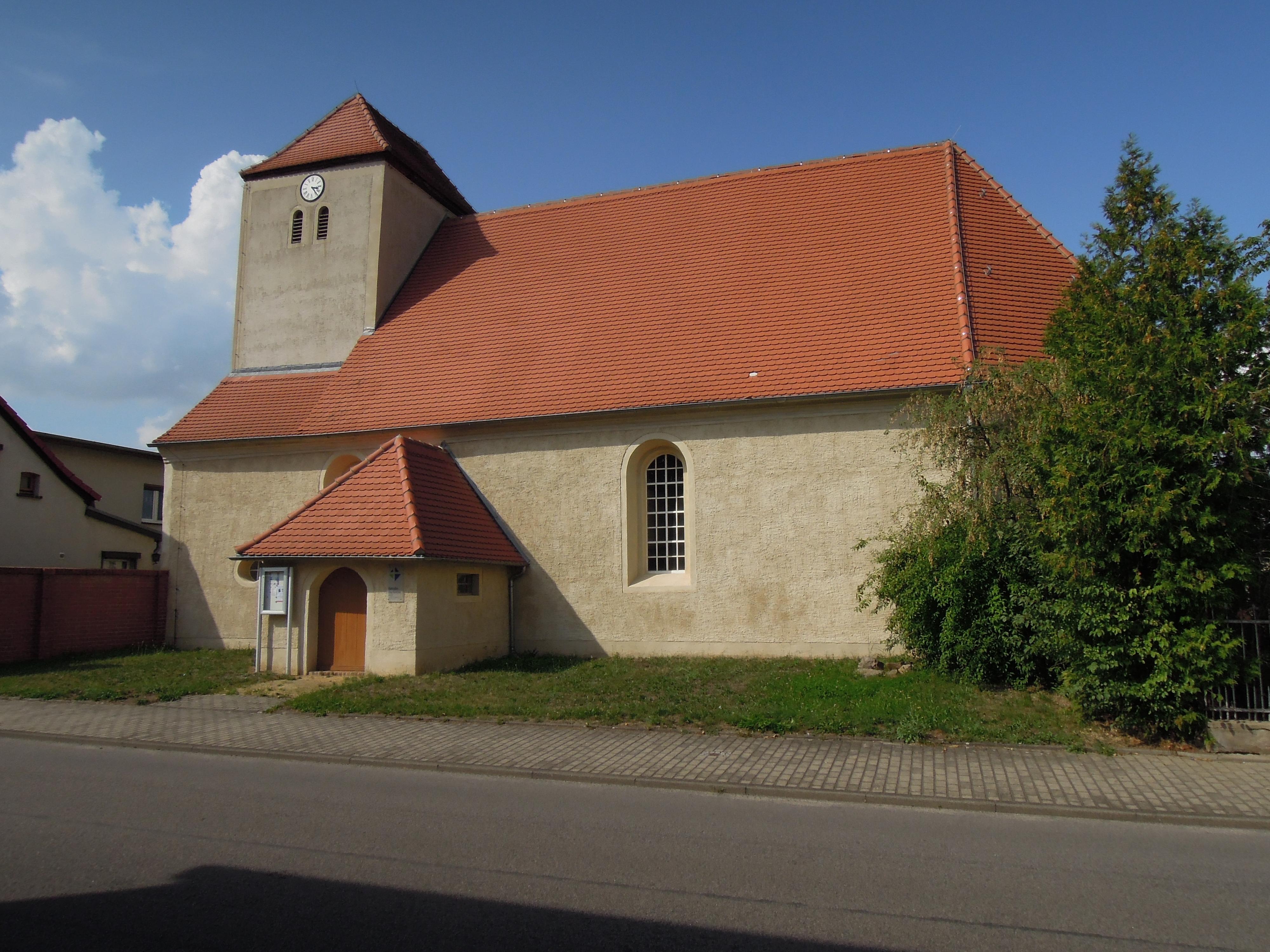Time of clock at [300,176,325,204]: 3:22
